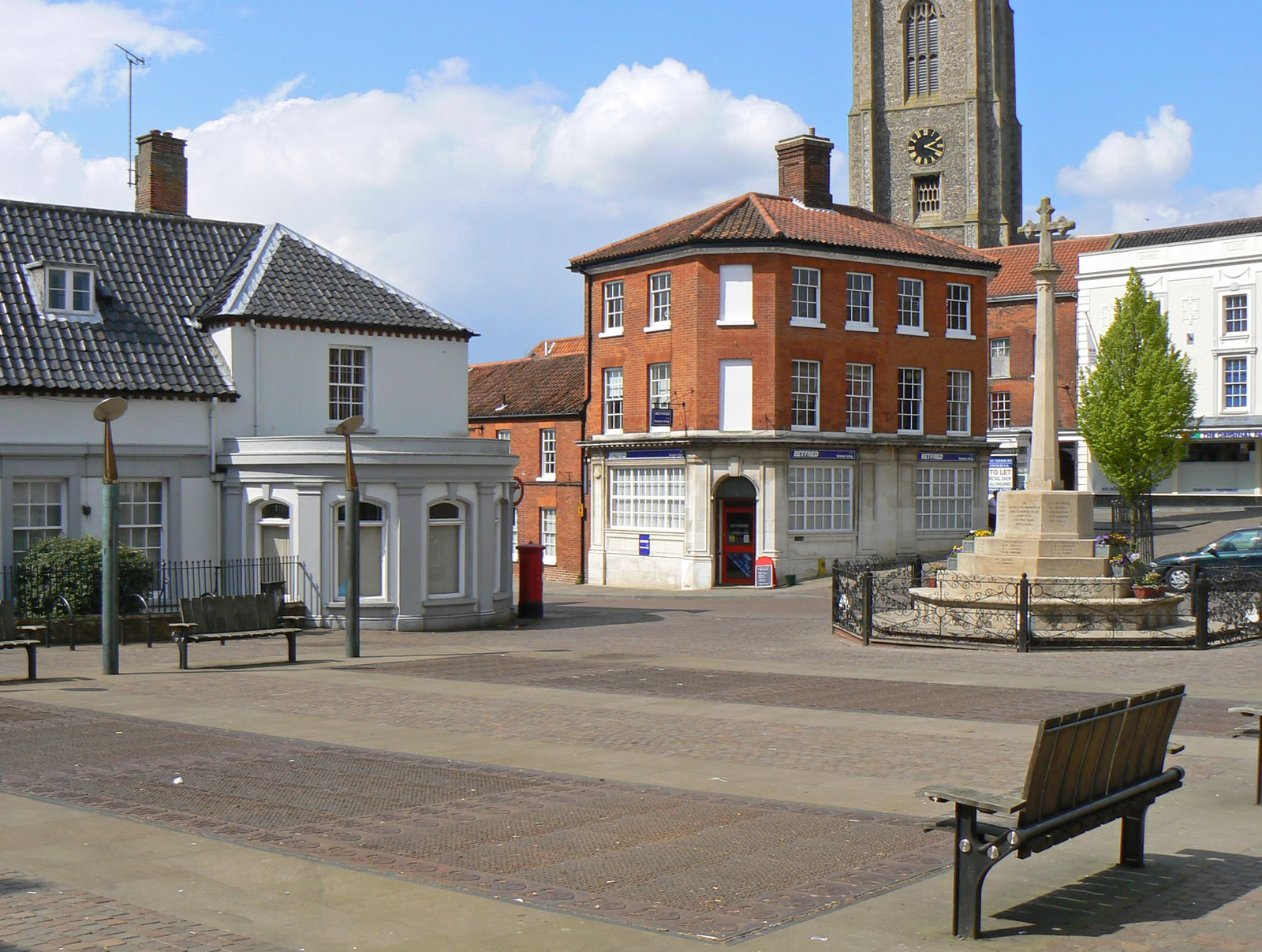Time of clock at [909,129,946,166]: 2:18
